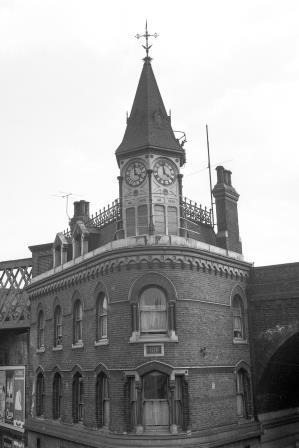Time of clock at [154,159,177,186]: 3:58
